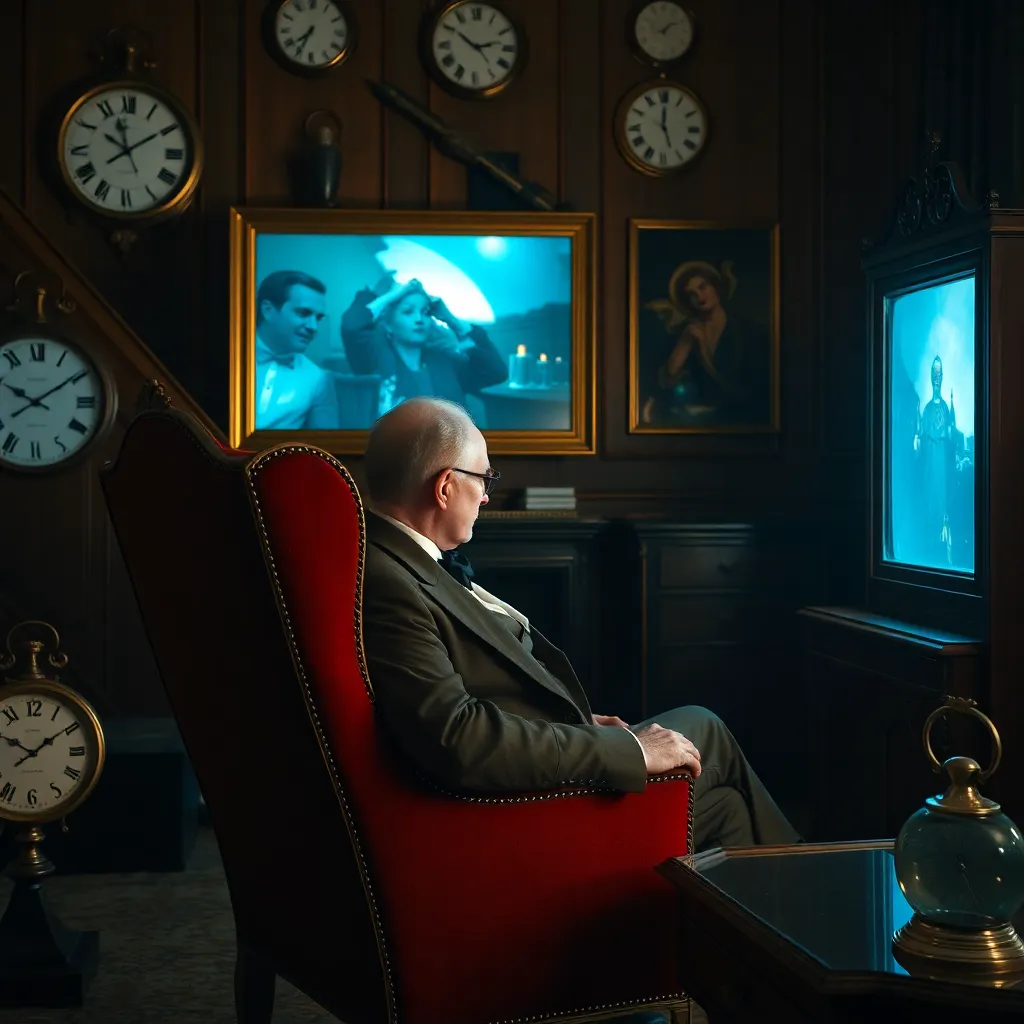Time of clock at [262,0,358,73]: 7:34
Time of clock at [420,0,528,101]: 2:50
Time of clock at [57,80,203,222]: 9:57
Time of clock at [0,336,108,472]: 10:09
